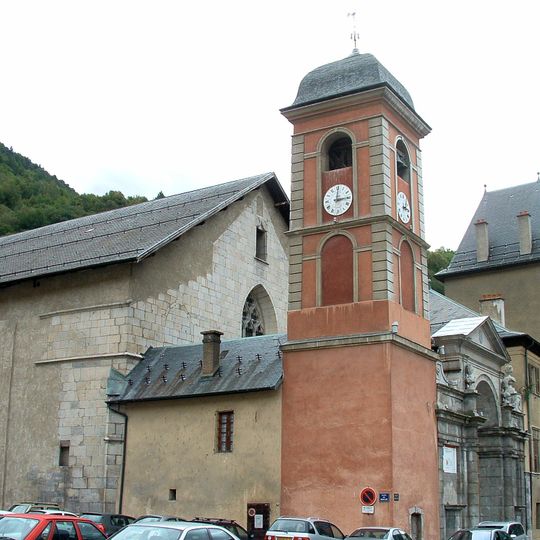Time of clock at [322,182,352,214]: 3:00
